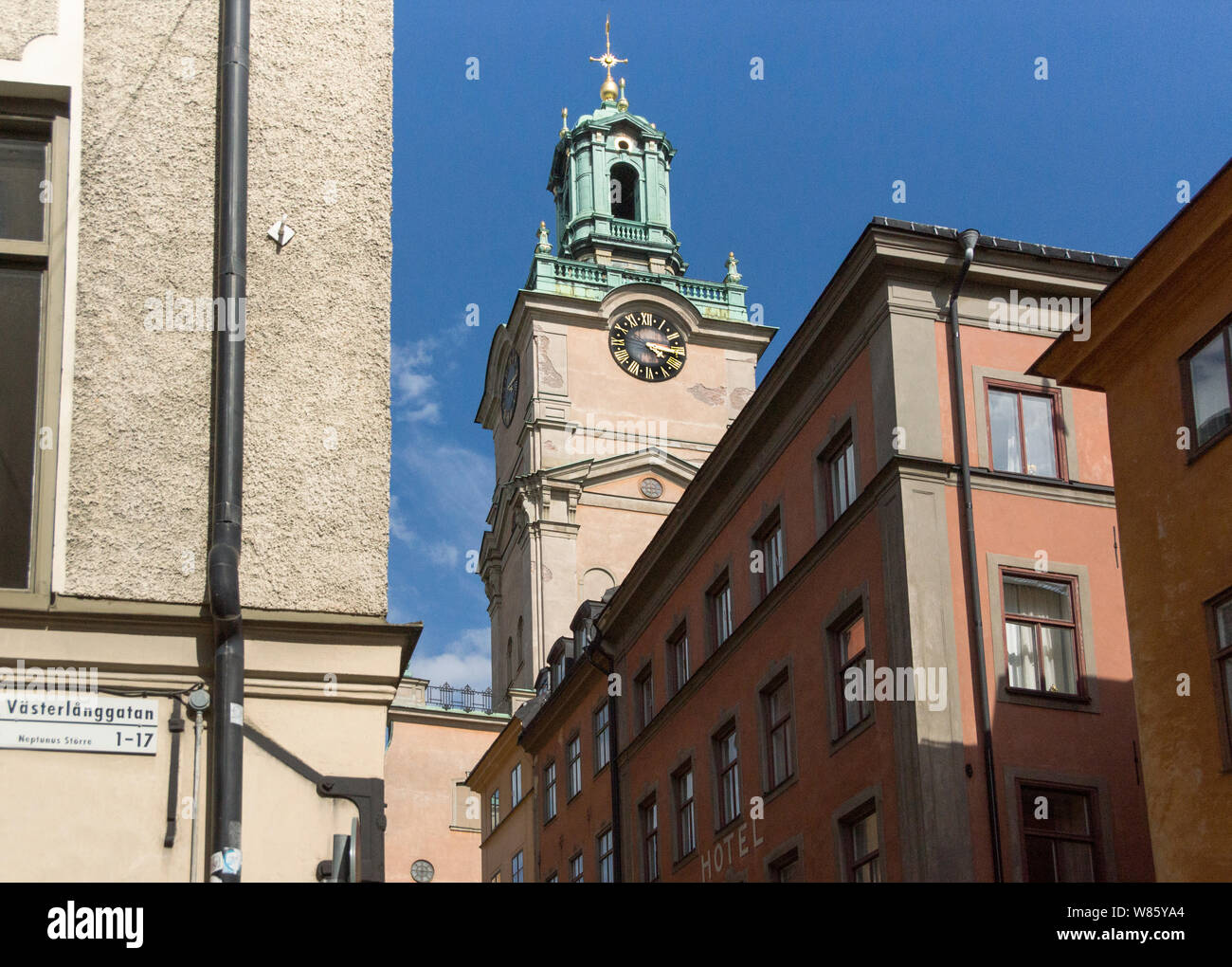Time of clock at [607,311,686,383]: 4:16
